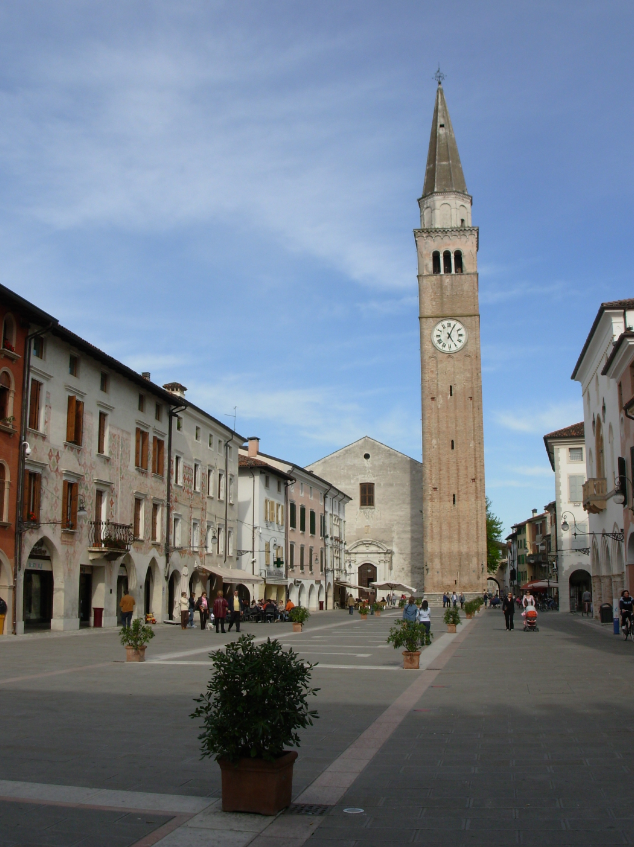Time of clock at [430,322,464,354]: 5:04
